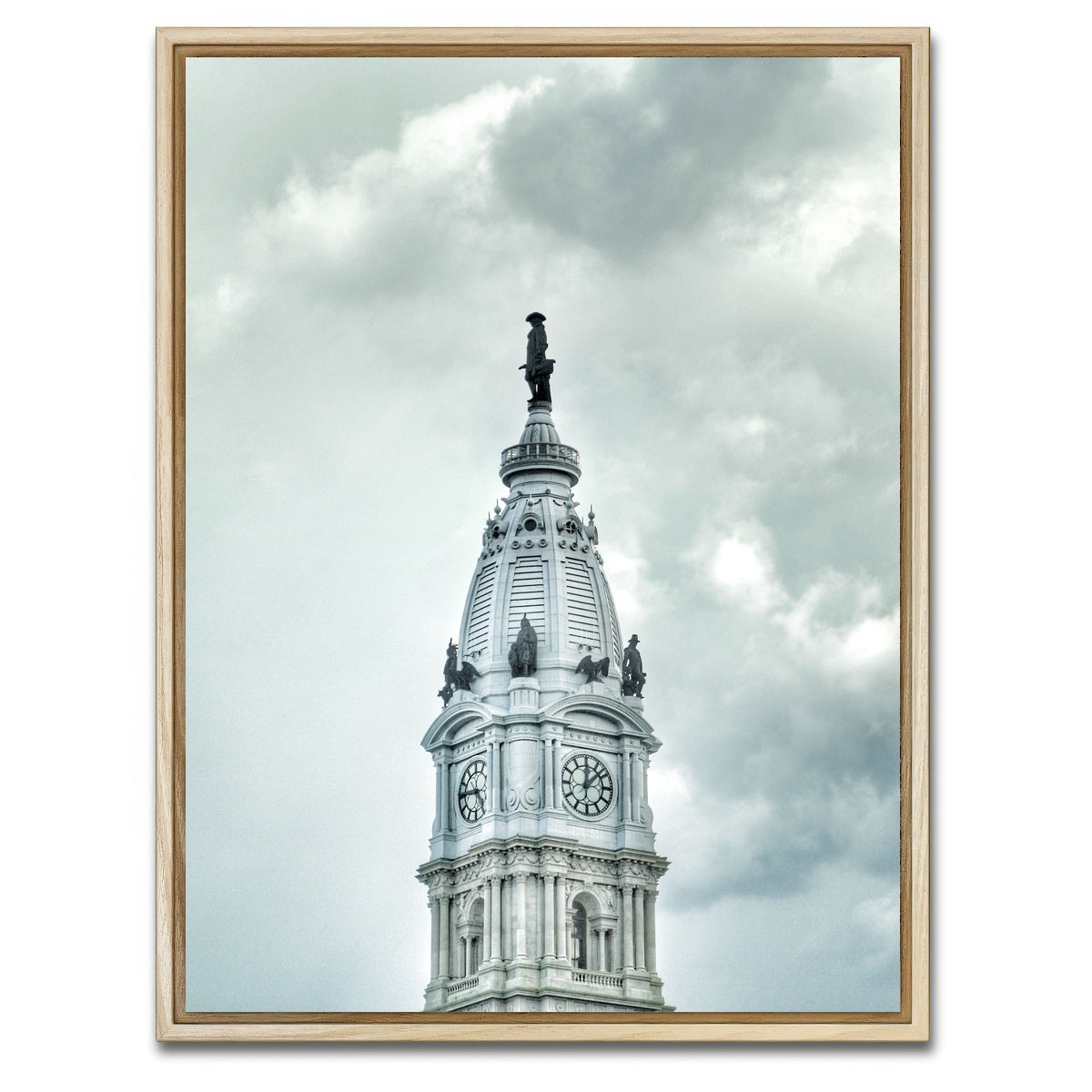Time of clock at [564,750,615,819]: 12:07
